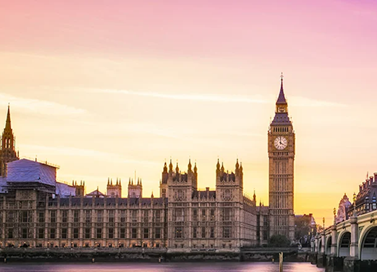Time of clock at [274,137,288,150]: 4:00
